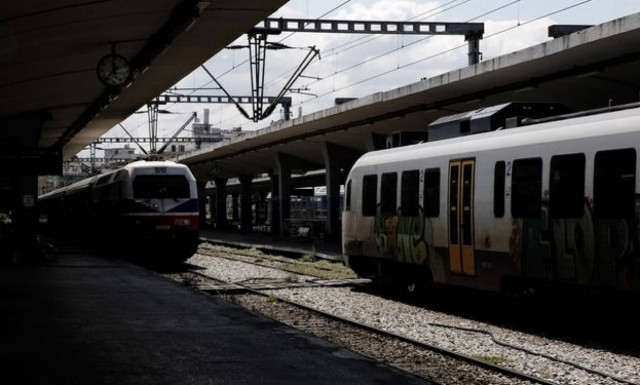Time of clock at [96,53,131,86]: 11:36
